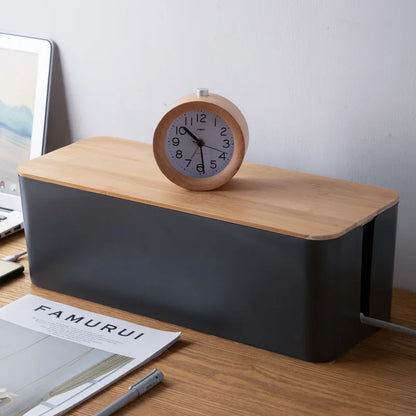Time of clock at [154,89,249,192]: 10:28
